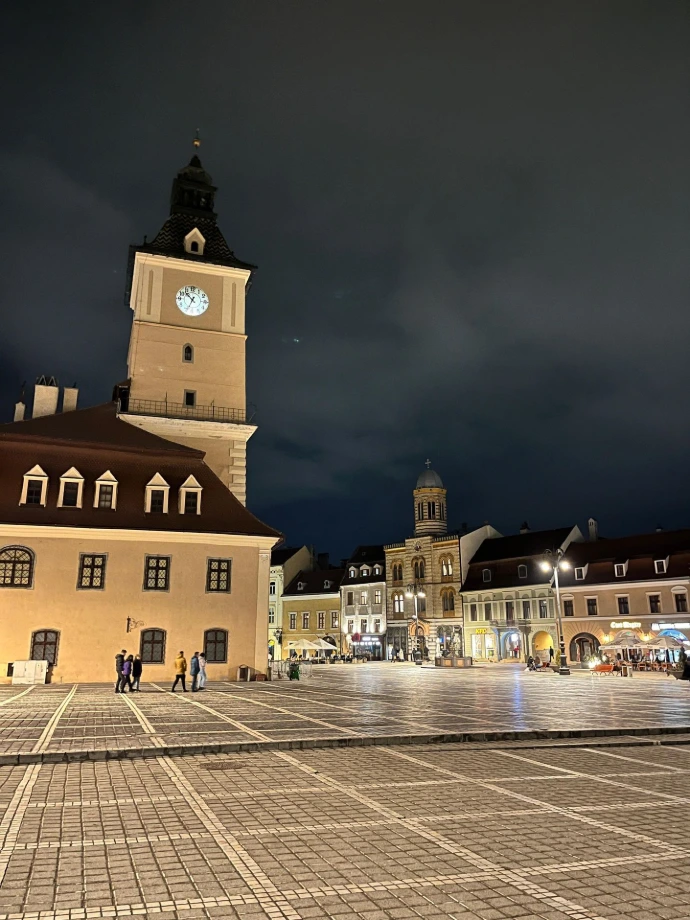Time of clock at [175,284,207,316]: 10:34
